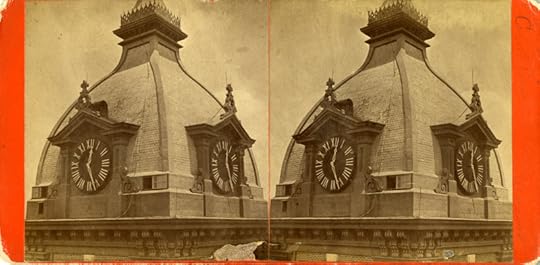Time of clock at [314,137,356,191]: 12:26
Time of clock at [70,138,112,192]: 12:26
